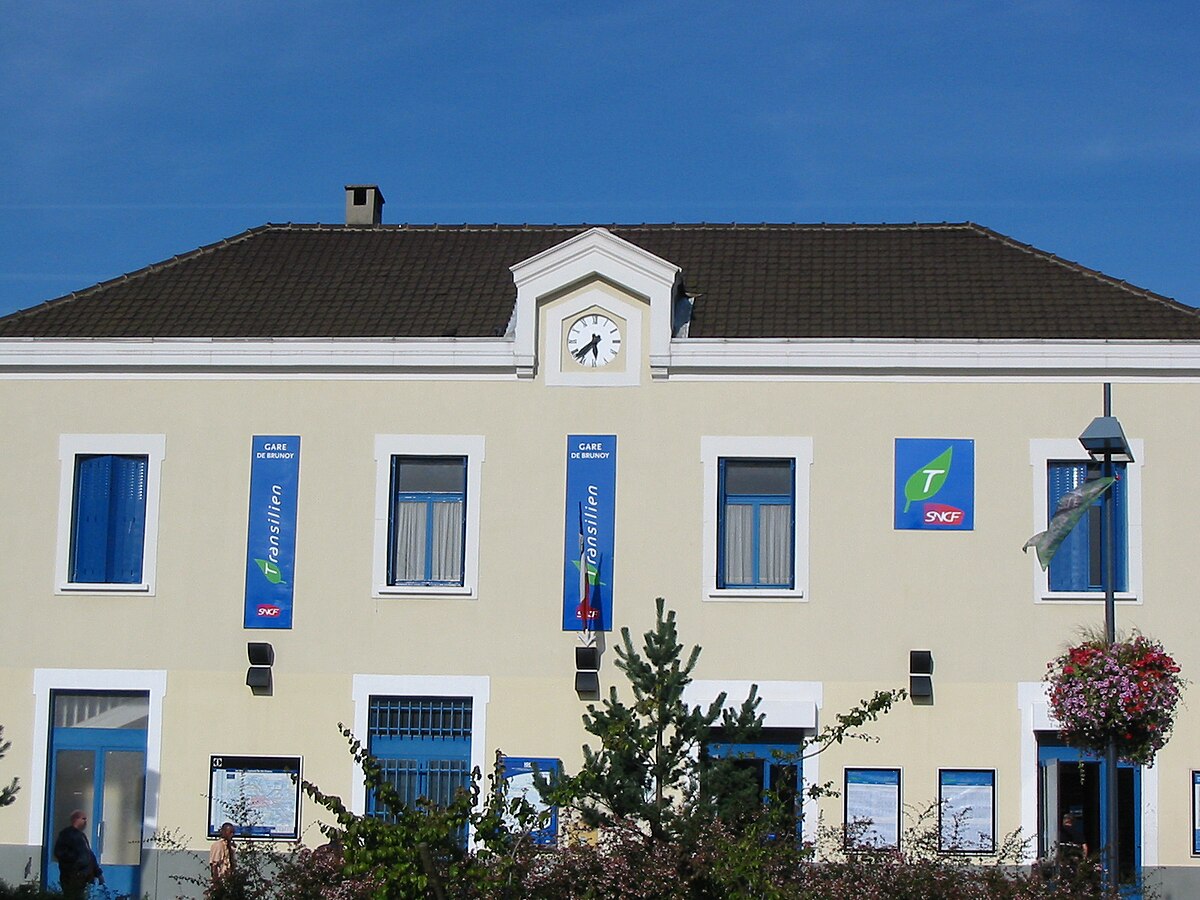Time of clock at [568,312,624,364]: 5:38
